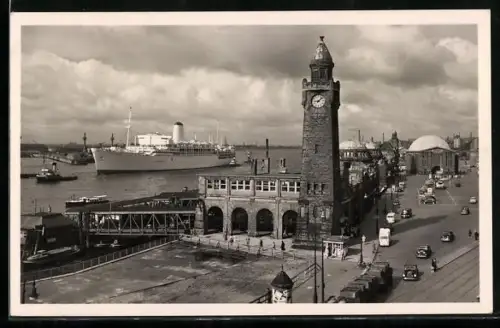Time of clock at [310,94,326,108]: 9:07
